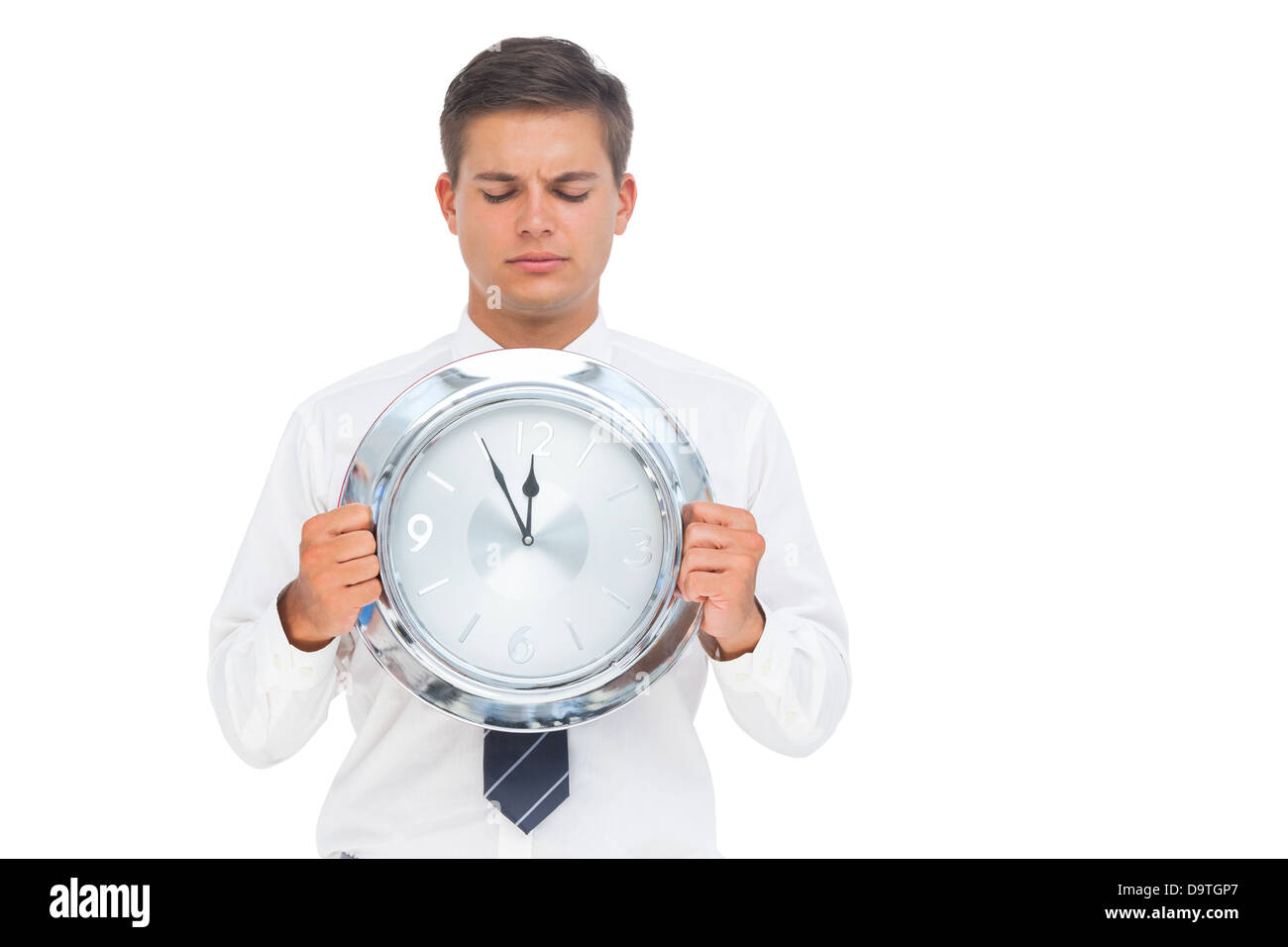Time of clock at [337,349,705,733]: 11:55
